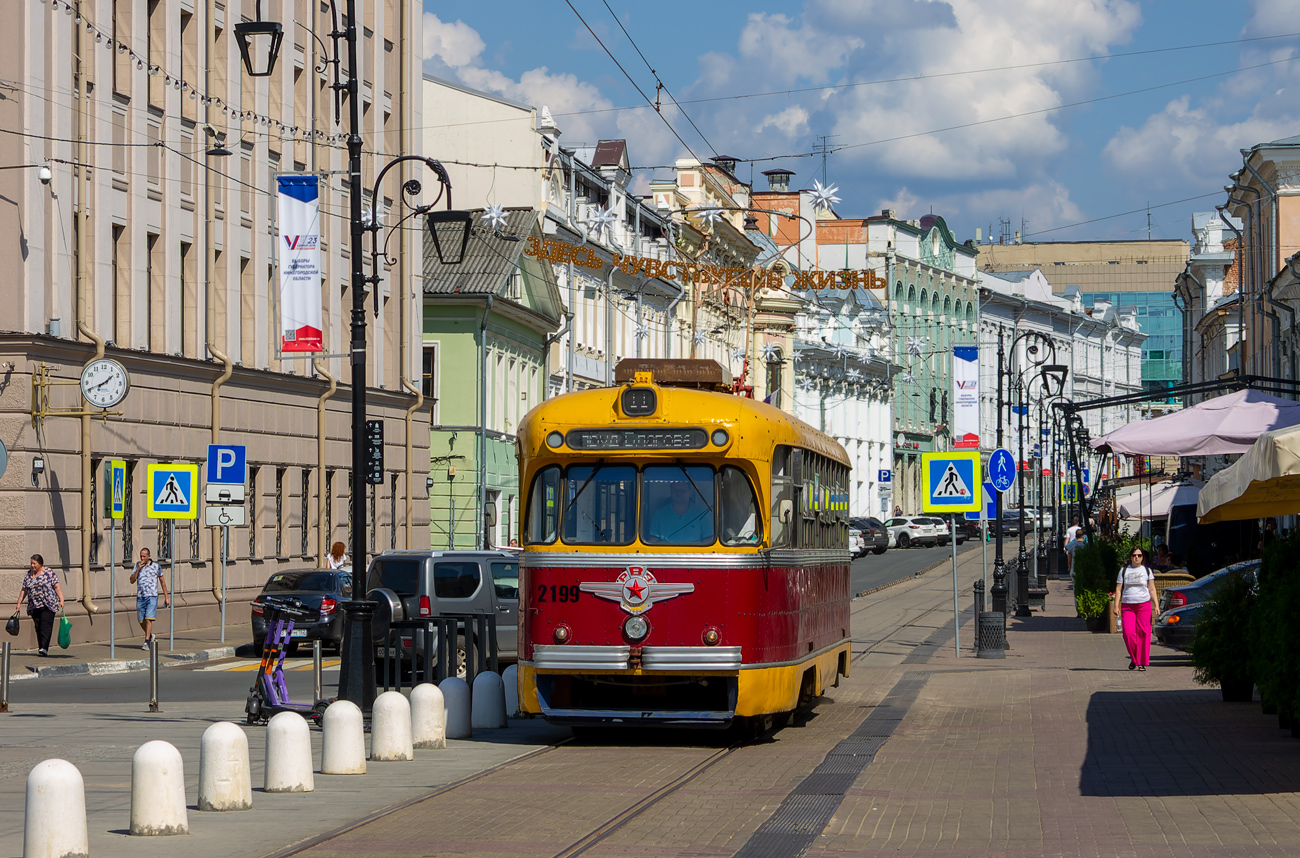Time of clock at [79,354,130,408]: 1:41
